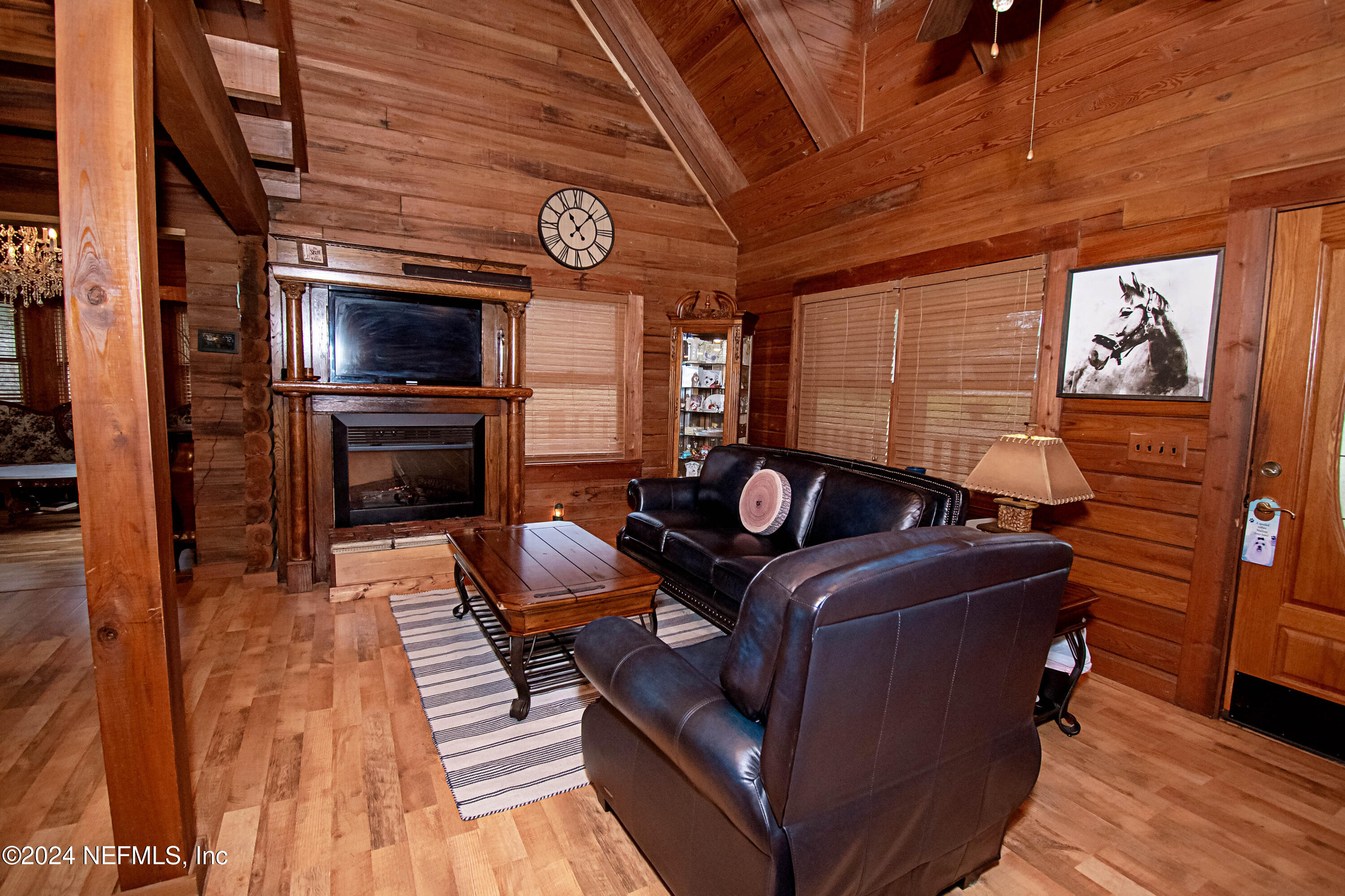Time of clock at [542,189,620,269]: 11:07
